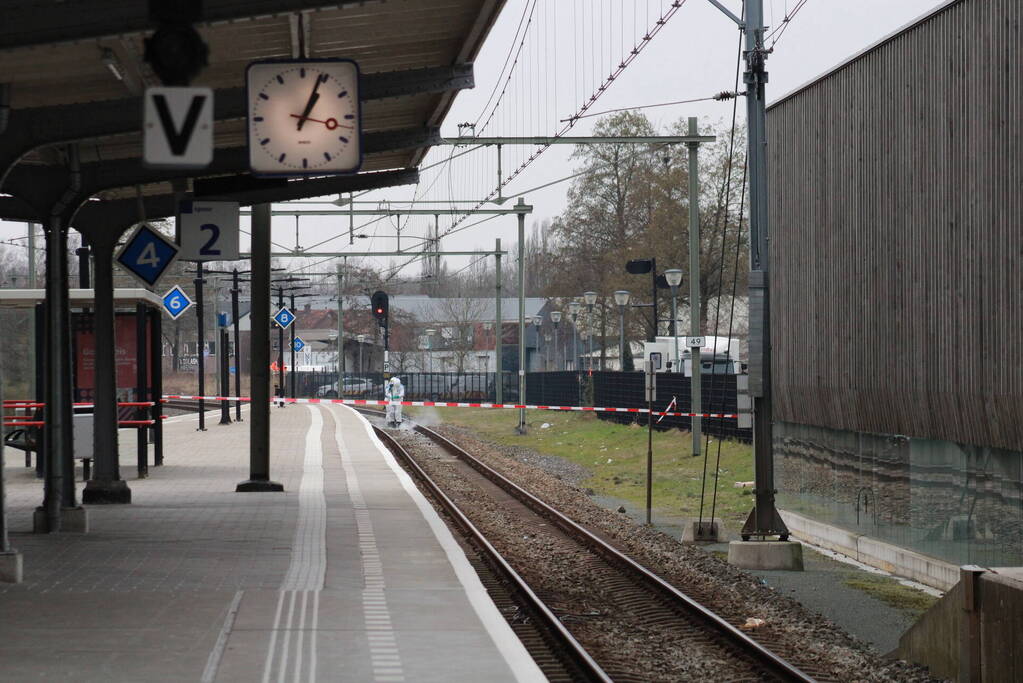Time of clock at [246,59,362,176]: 1:03
